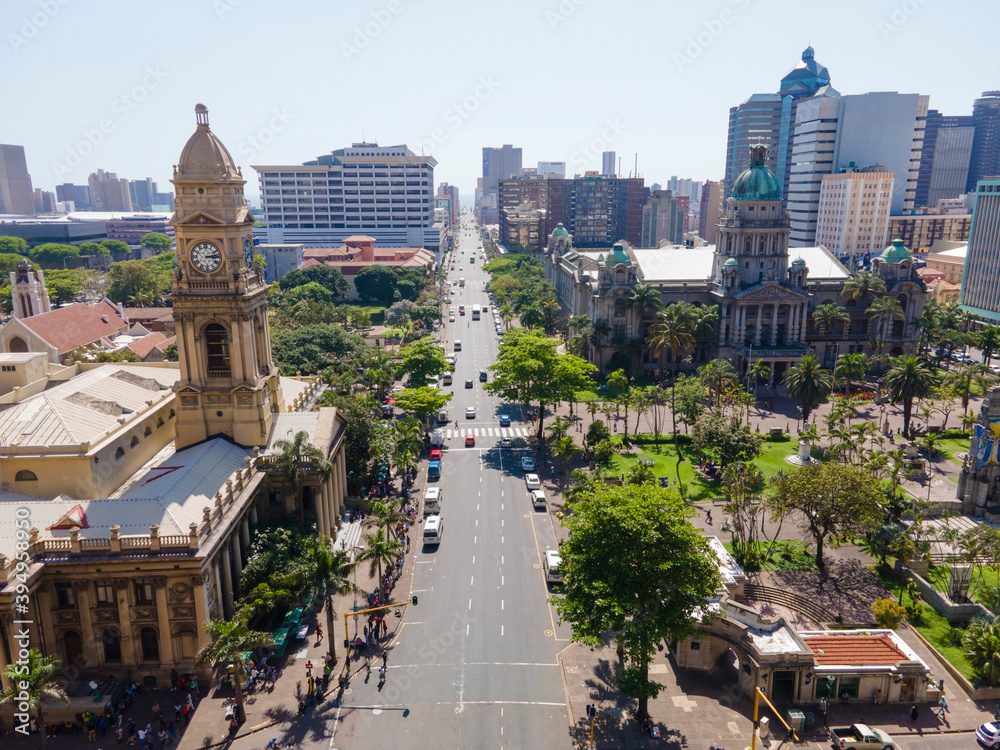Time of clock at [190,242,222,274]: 3:13
